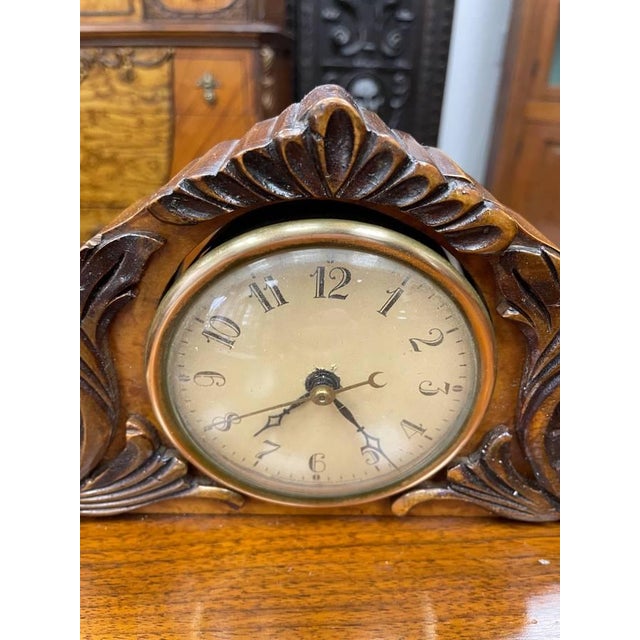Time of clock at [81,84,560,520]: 7:24
